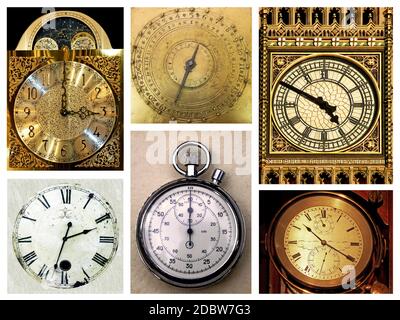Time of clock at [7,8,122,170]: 3:00
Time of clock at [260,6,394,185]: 4:49
